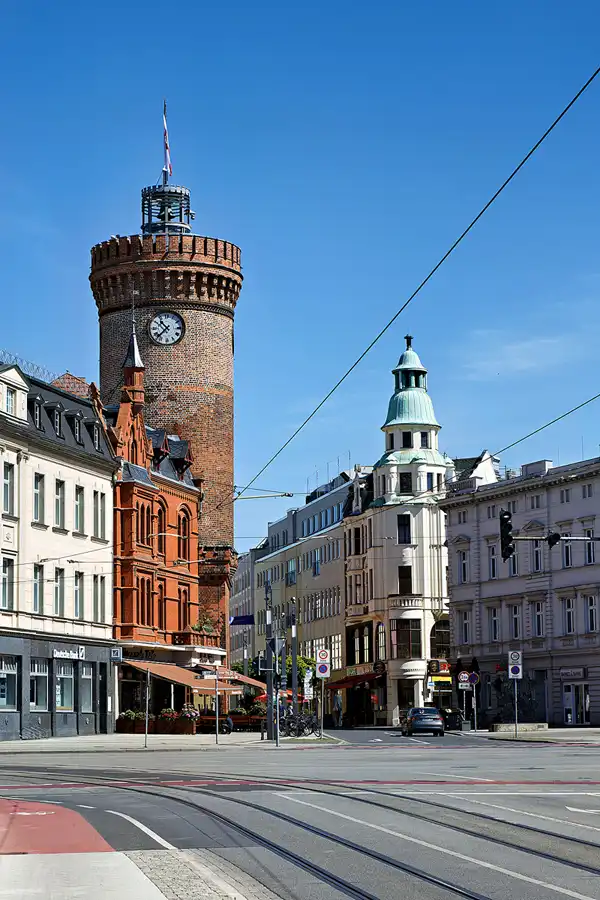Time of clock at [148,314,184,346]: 10:37
